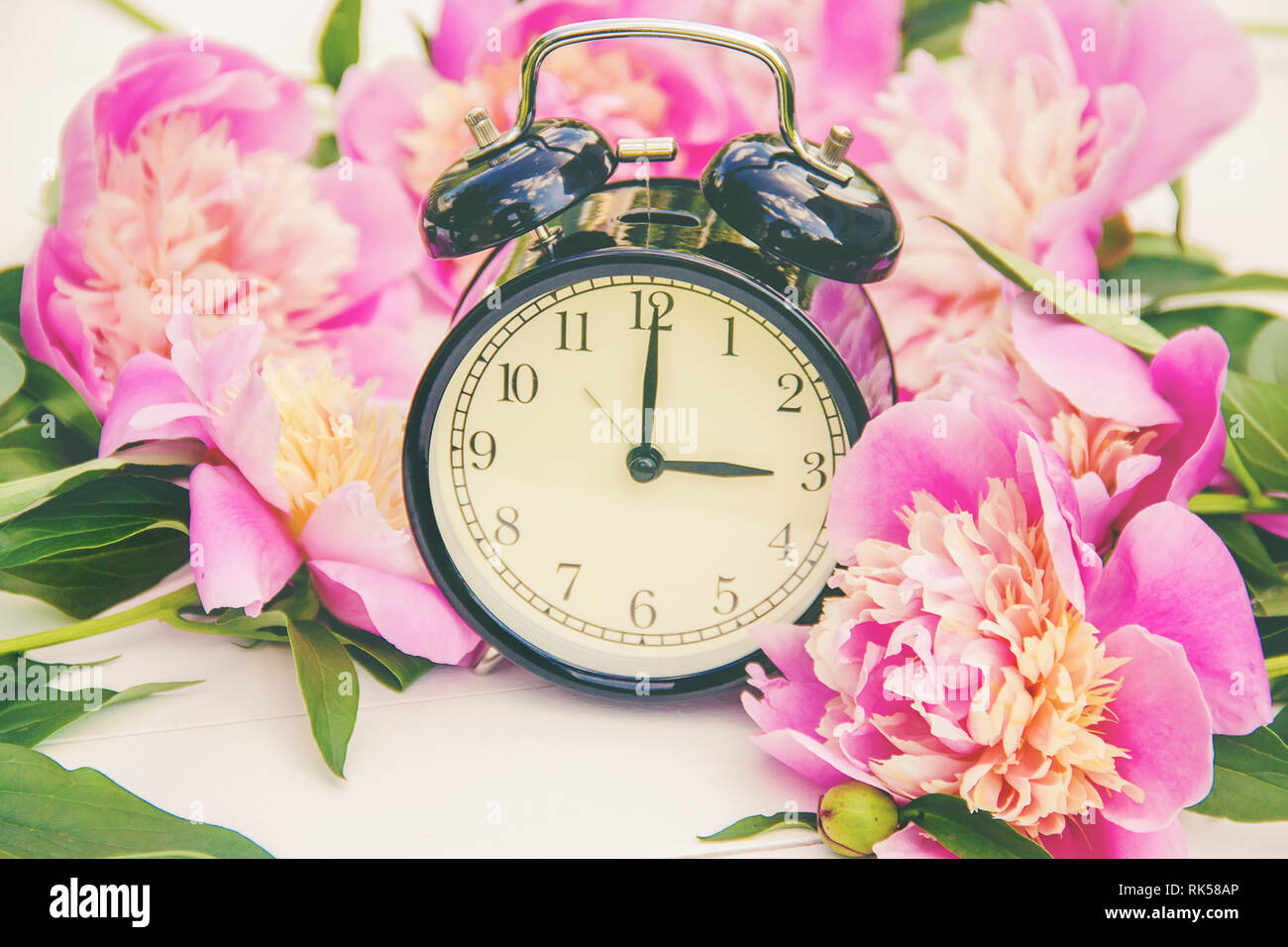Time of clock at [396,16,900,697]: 3:00
